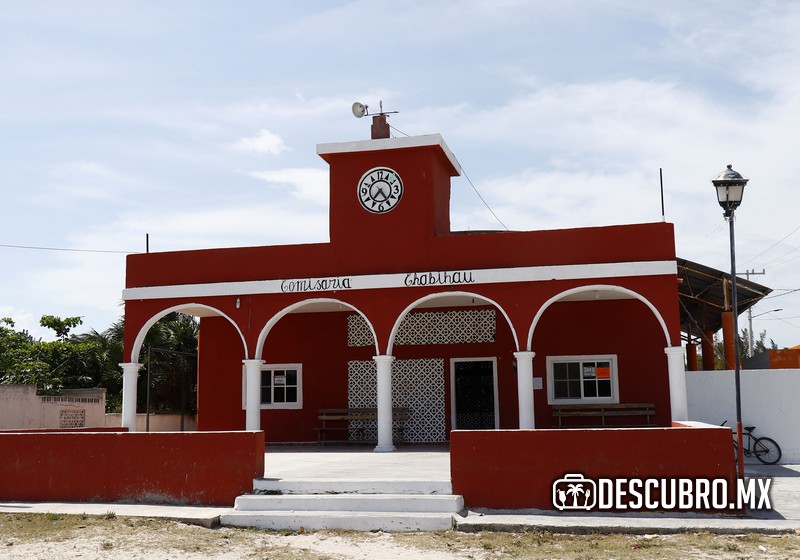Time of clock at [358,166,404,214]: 7:24
